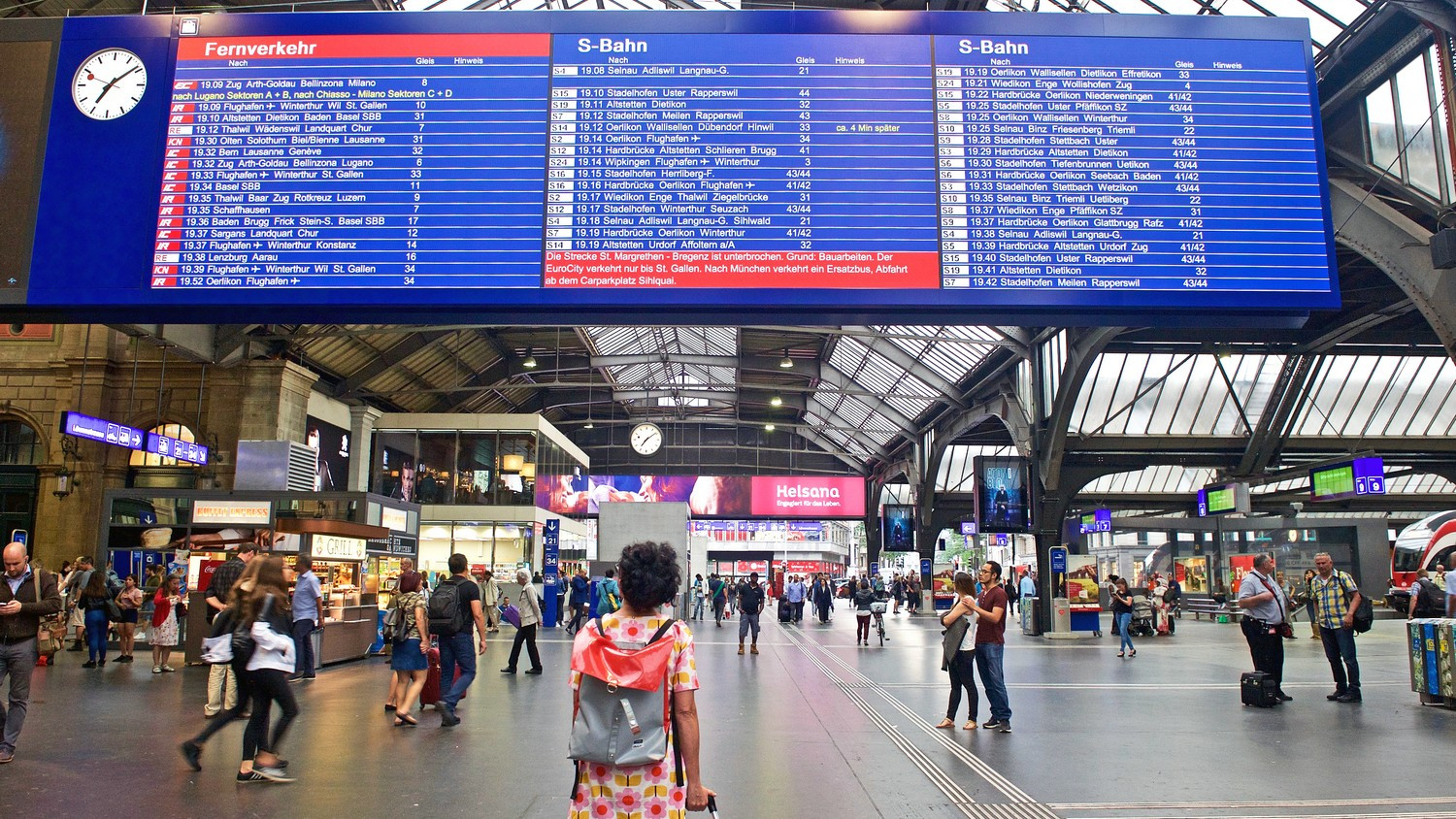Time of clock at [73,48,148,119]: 7:08
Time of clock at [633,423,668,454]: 7:09
